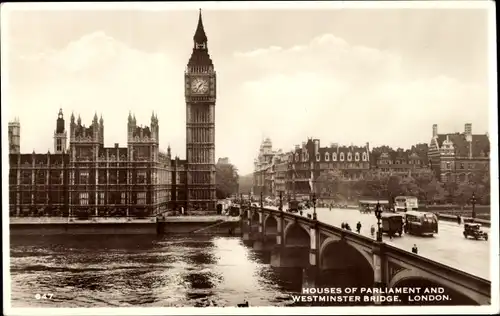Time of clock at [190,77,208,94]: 1:35
